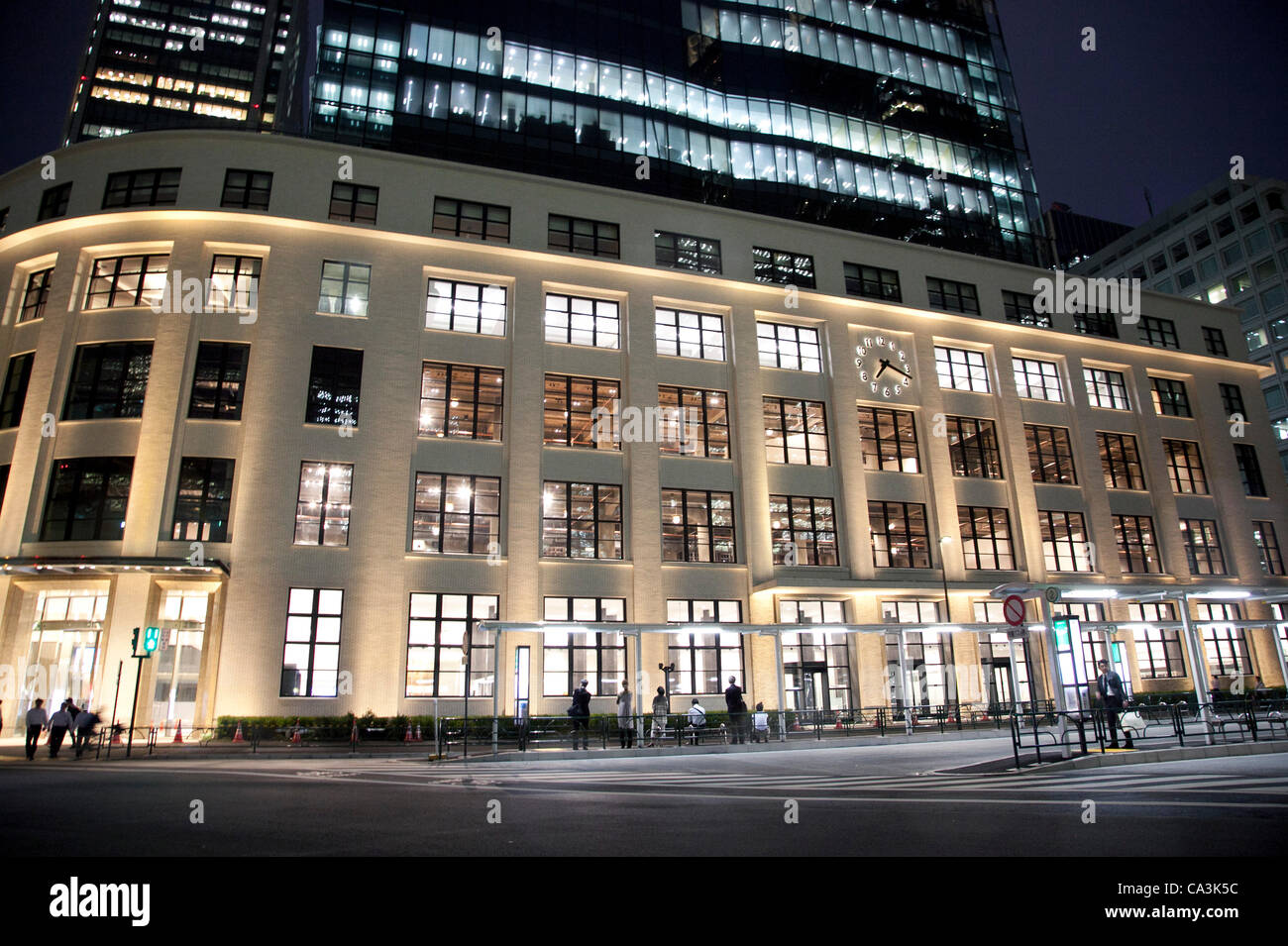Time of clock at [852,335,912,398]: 7:18
